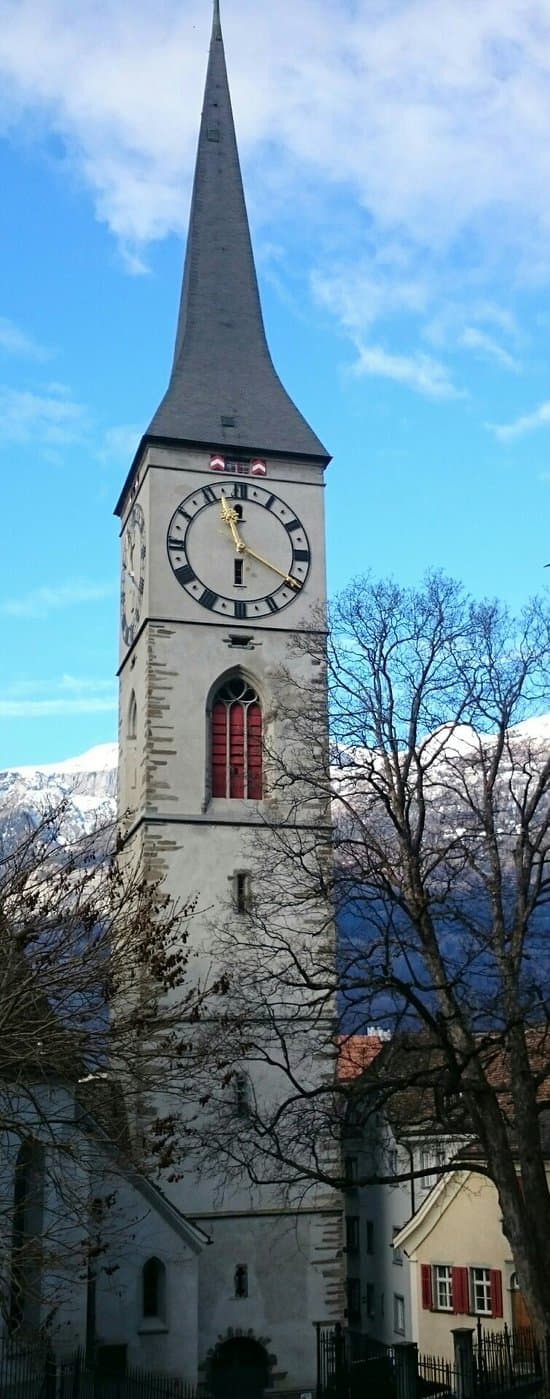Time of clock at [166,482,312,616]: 5:57
